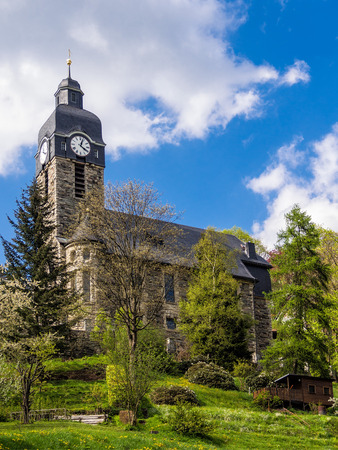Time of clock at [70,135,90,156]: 4:03
